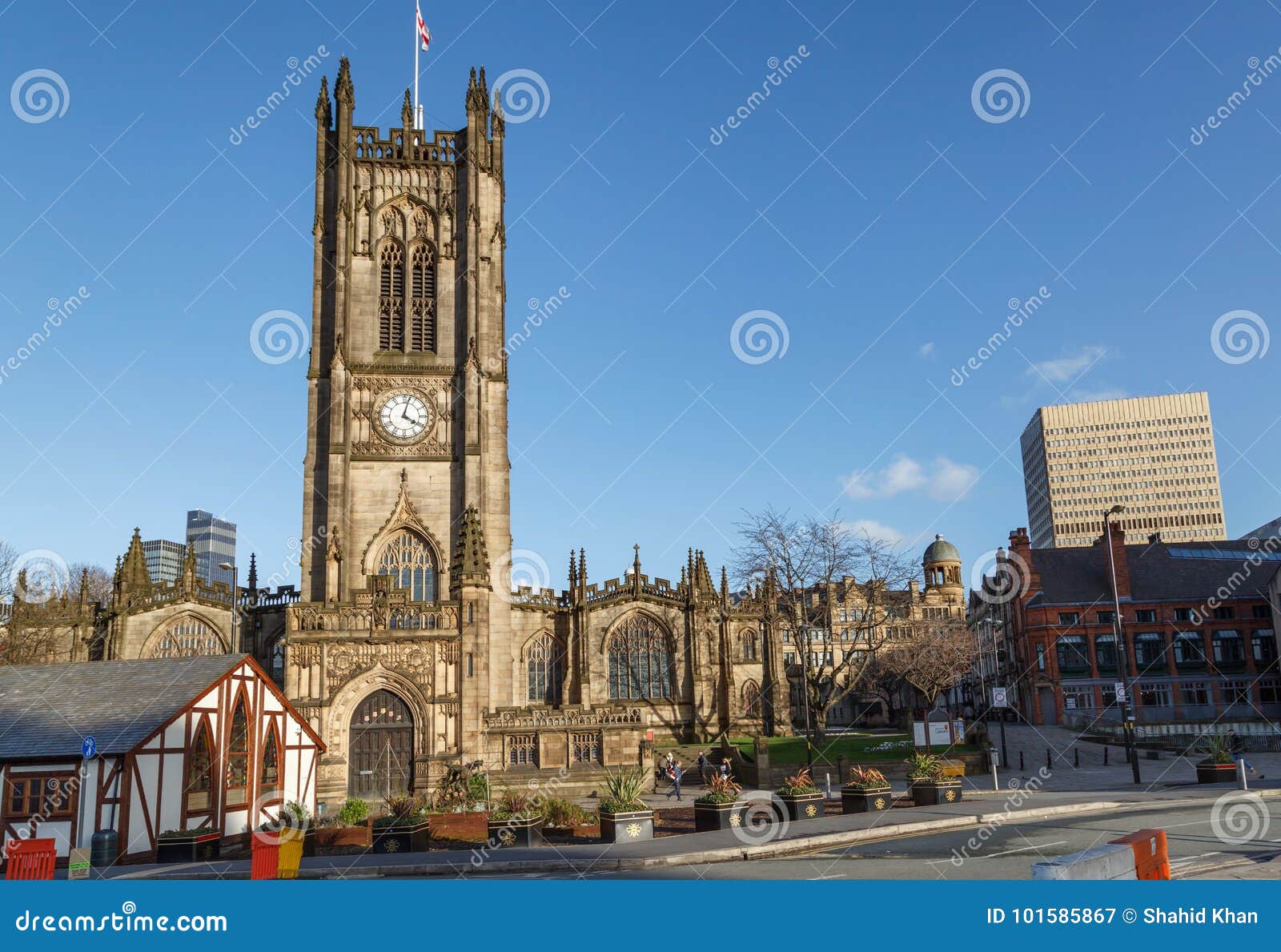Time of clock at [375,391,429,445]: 4:02
